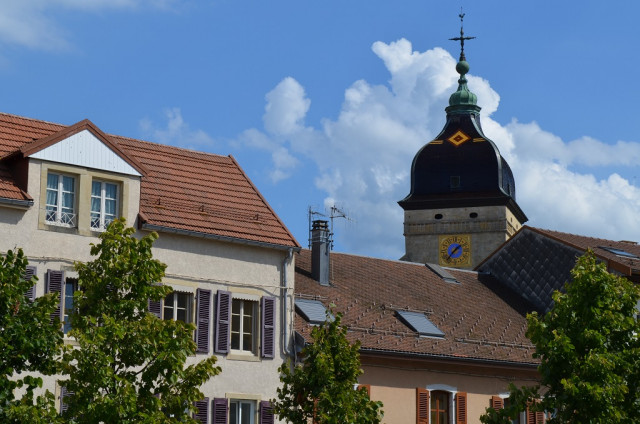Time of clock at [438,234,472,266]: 1:36
